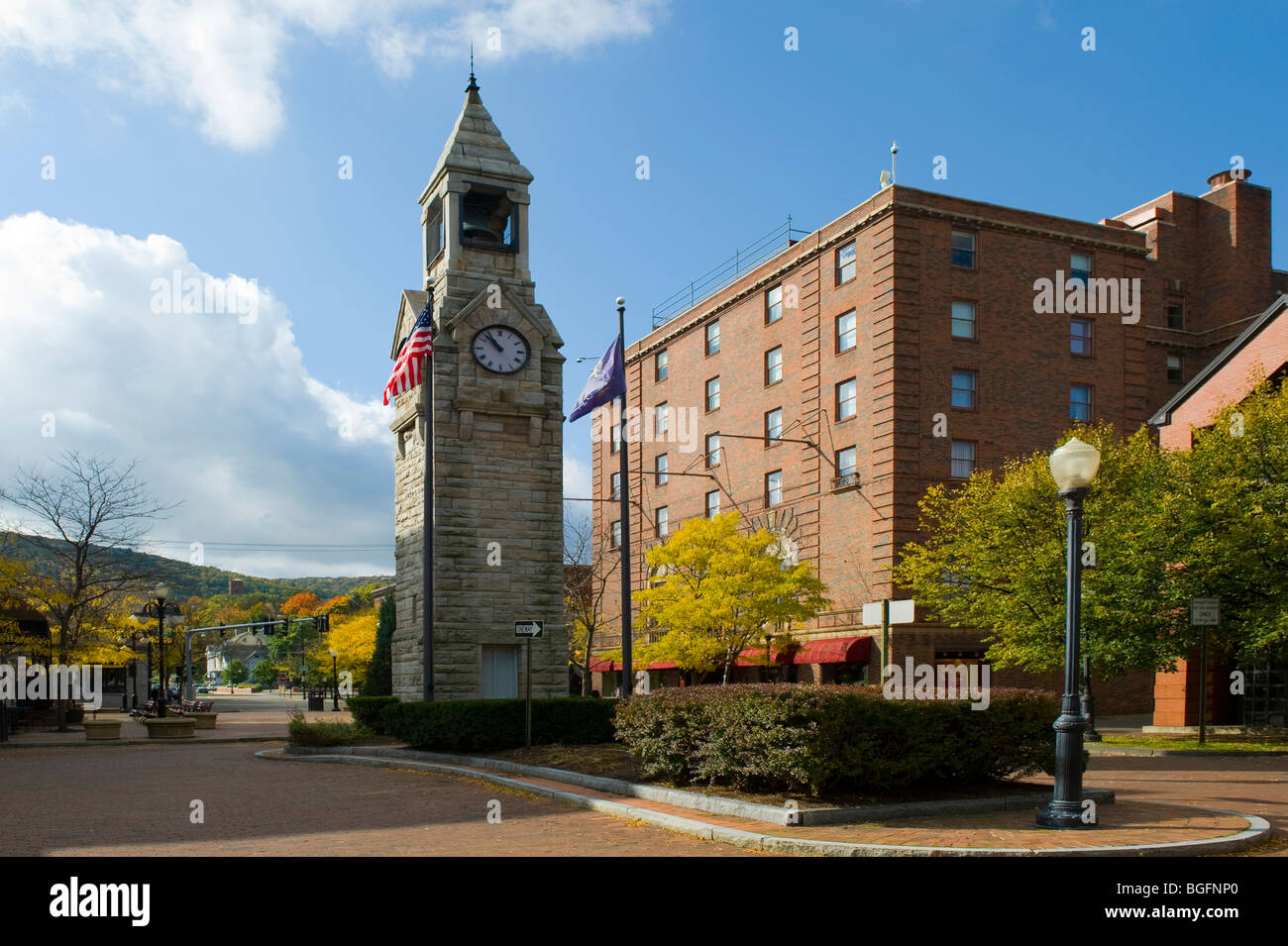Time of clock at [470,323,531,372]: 10:52
